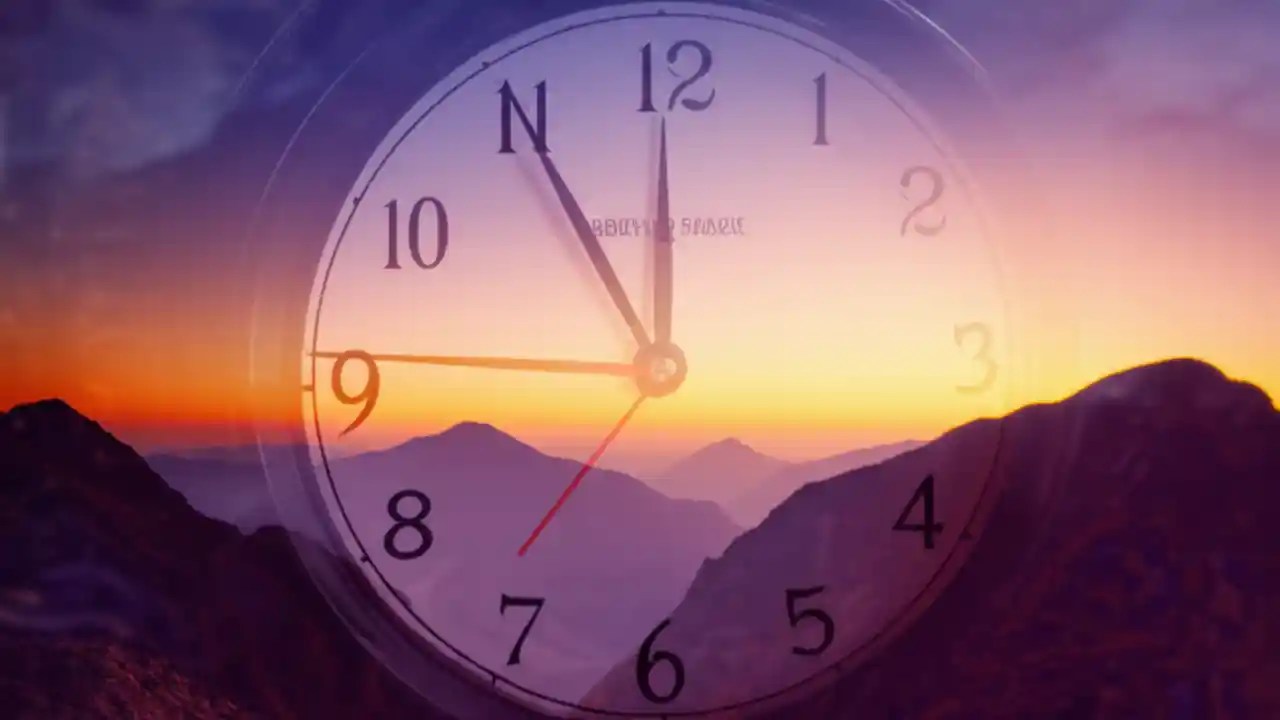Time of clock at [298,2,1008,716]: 11:55
